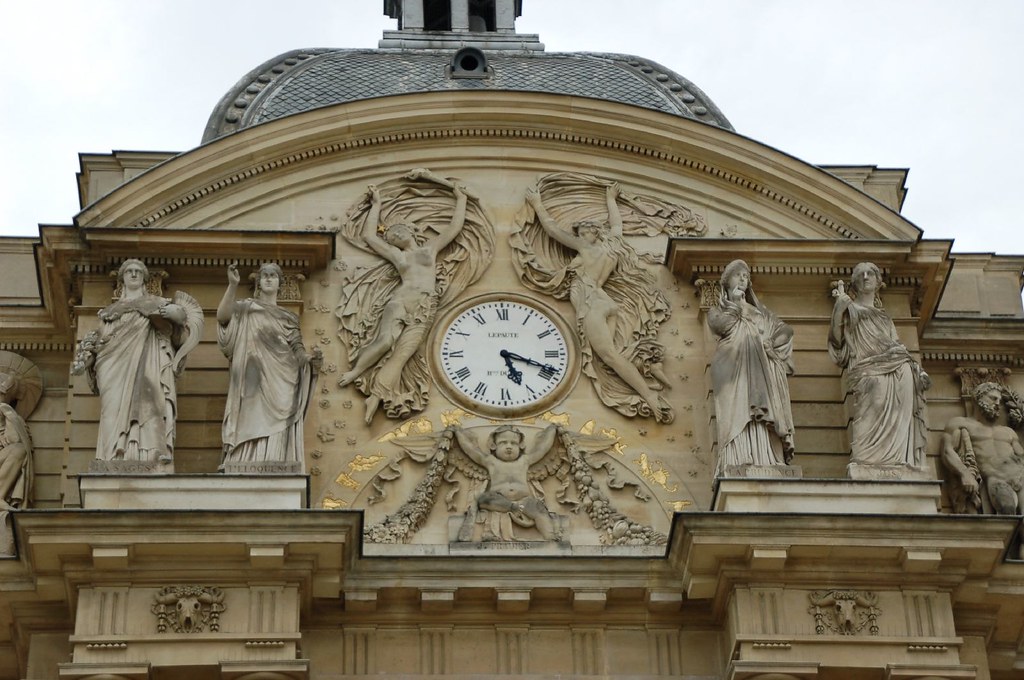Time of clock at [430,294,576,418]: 5:18
